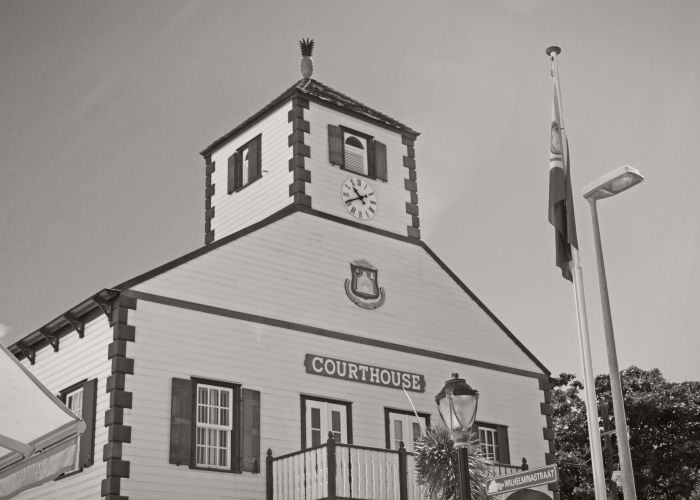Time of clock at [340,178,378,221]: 10:40
